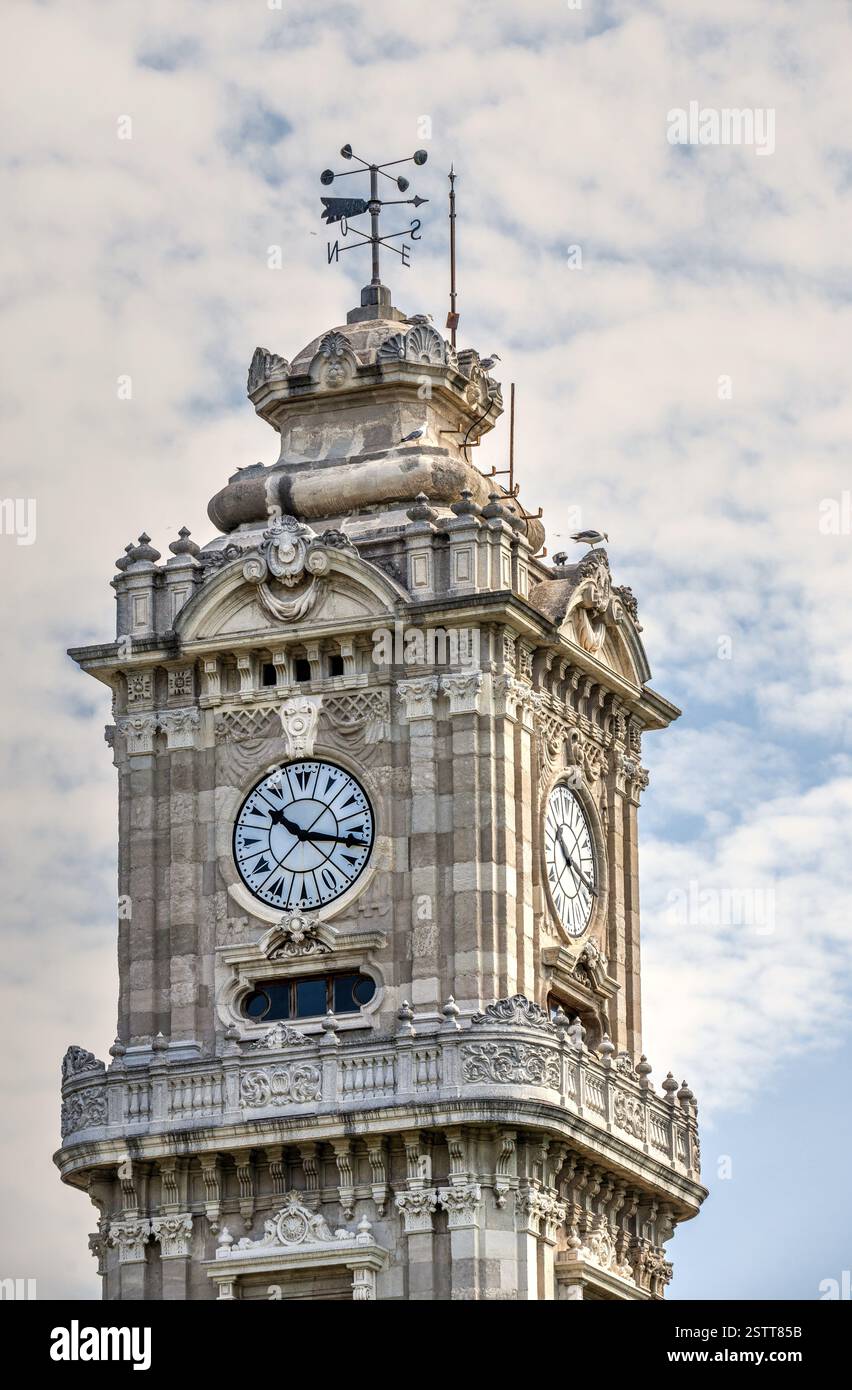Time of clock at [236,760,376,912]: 10:17
